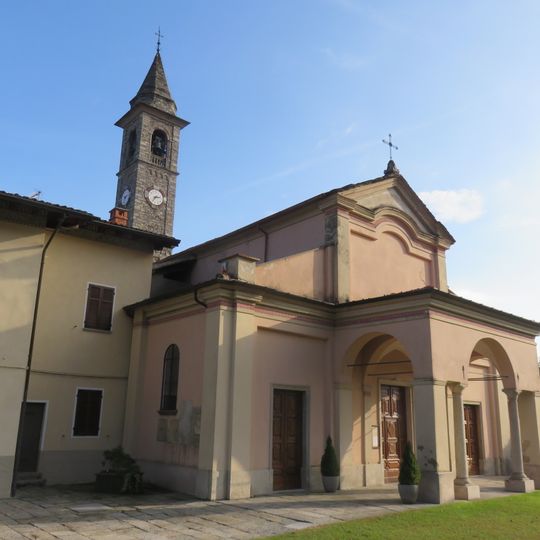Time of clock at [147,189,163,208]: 2:36
